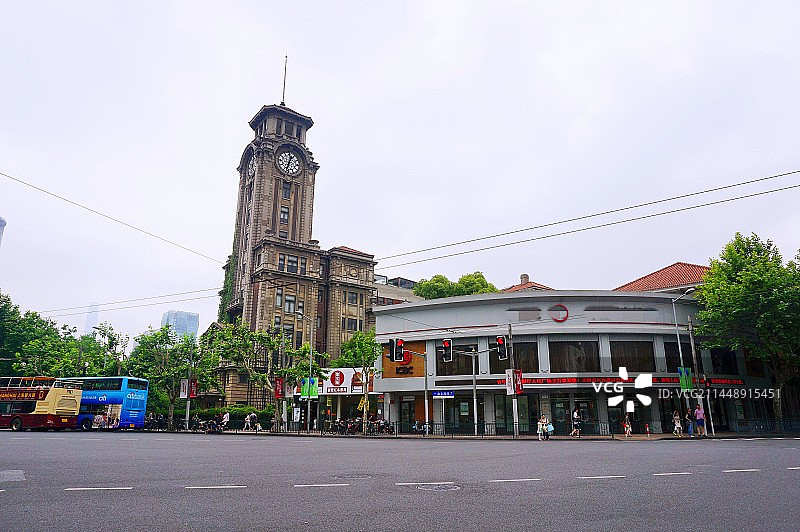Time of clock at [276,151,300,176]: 12:32
